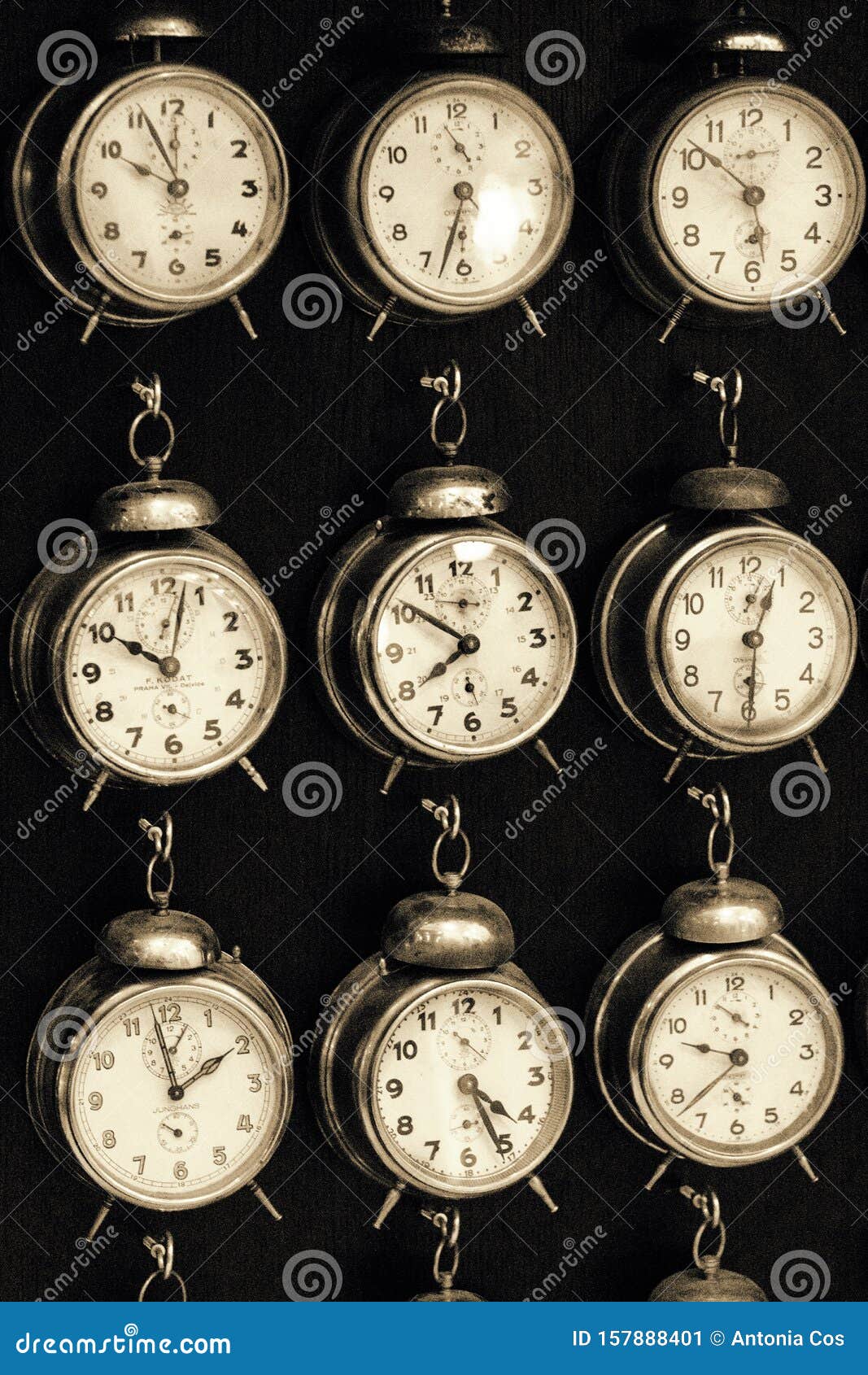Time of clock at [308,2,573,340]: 6:32
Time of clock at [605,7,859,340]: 5:51
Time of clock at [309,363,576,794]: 7:51
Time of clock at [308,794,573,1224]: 4:25
